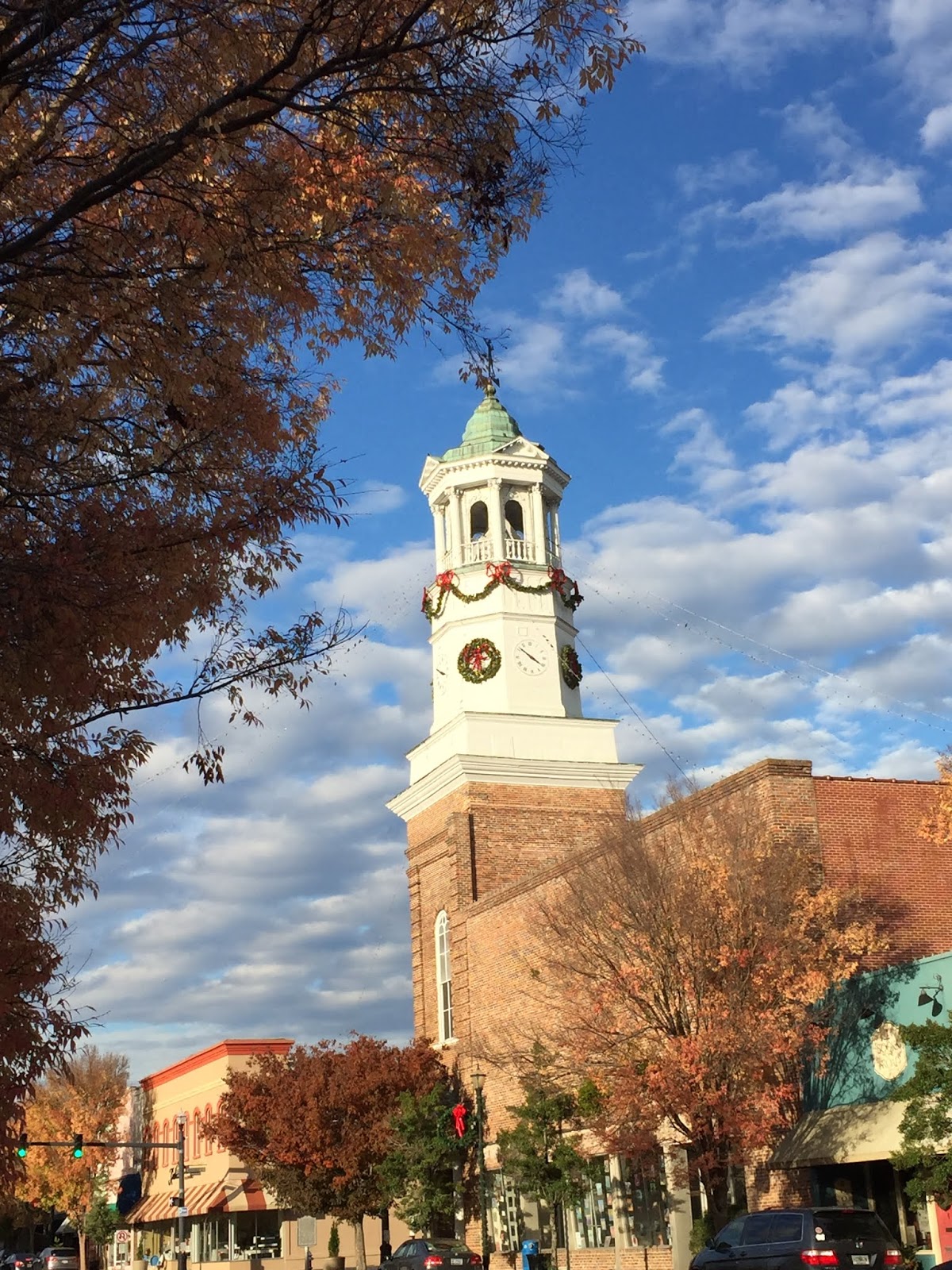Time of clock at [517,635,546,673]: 10:20
